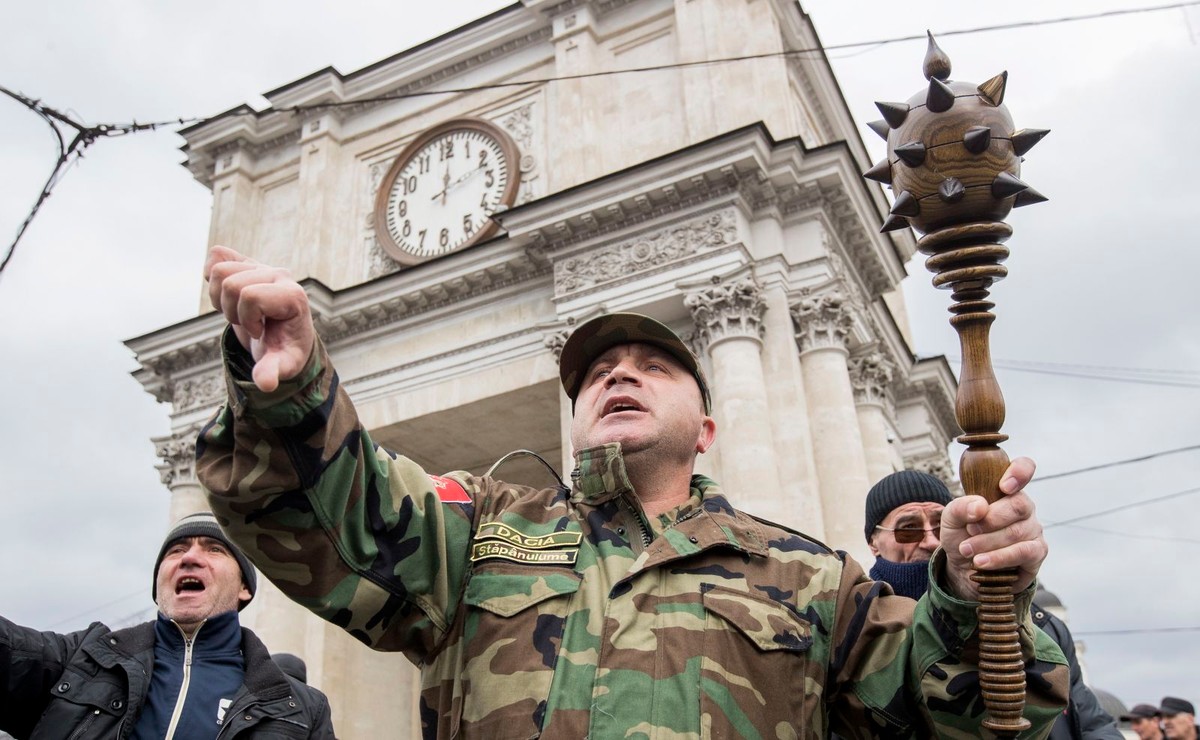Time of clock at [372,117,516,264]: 12:11
